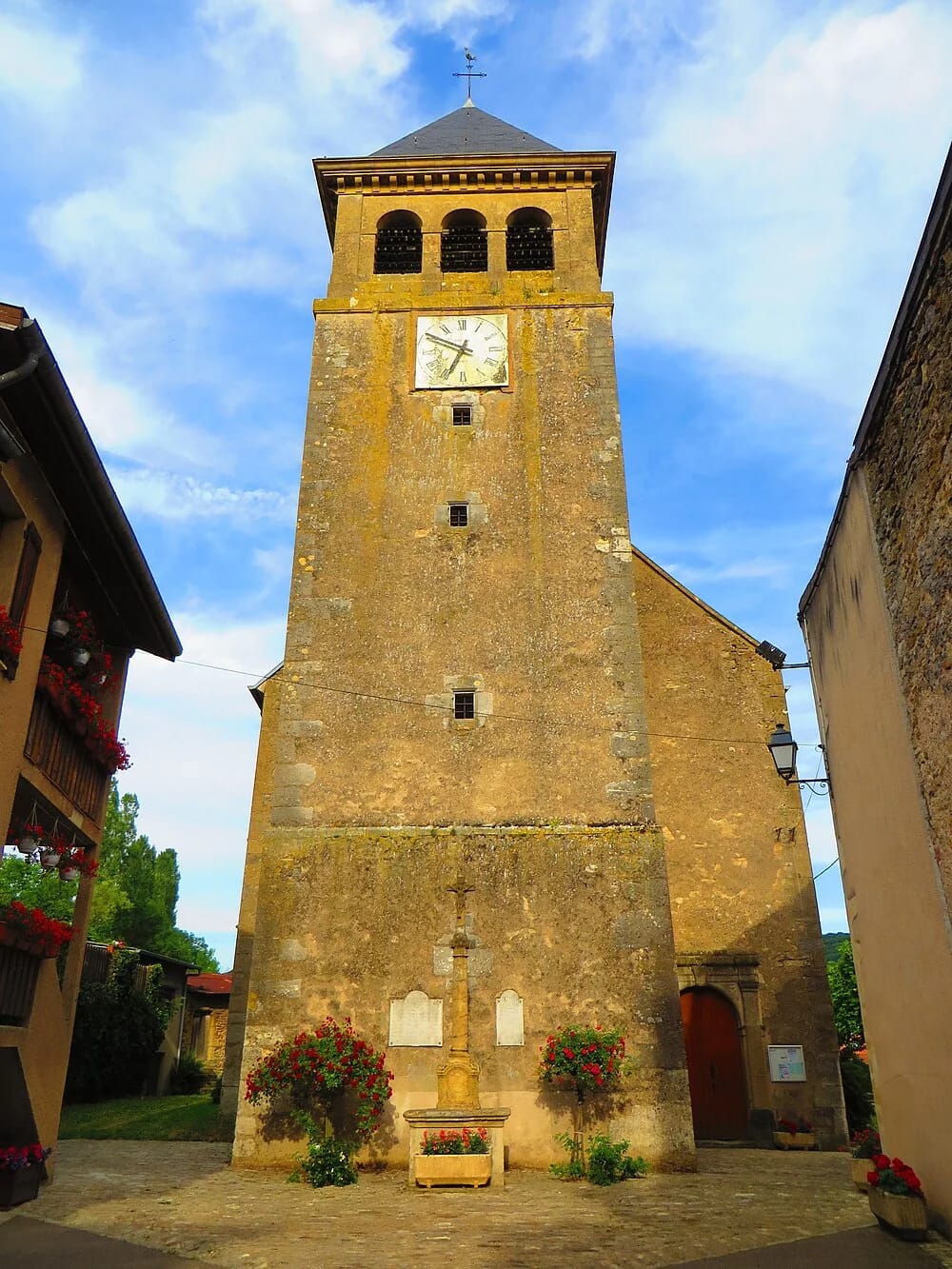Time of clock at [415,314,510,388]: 6:49
